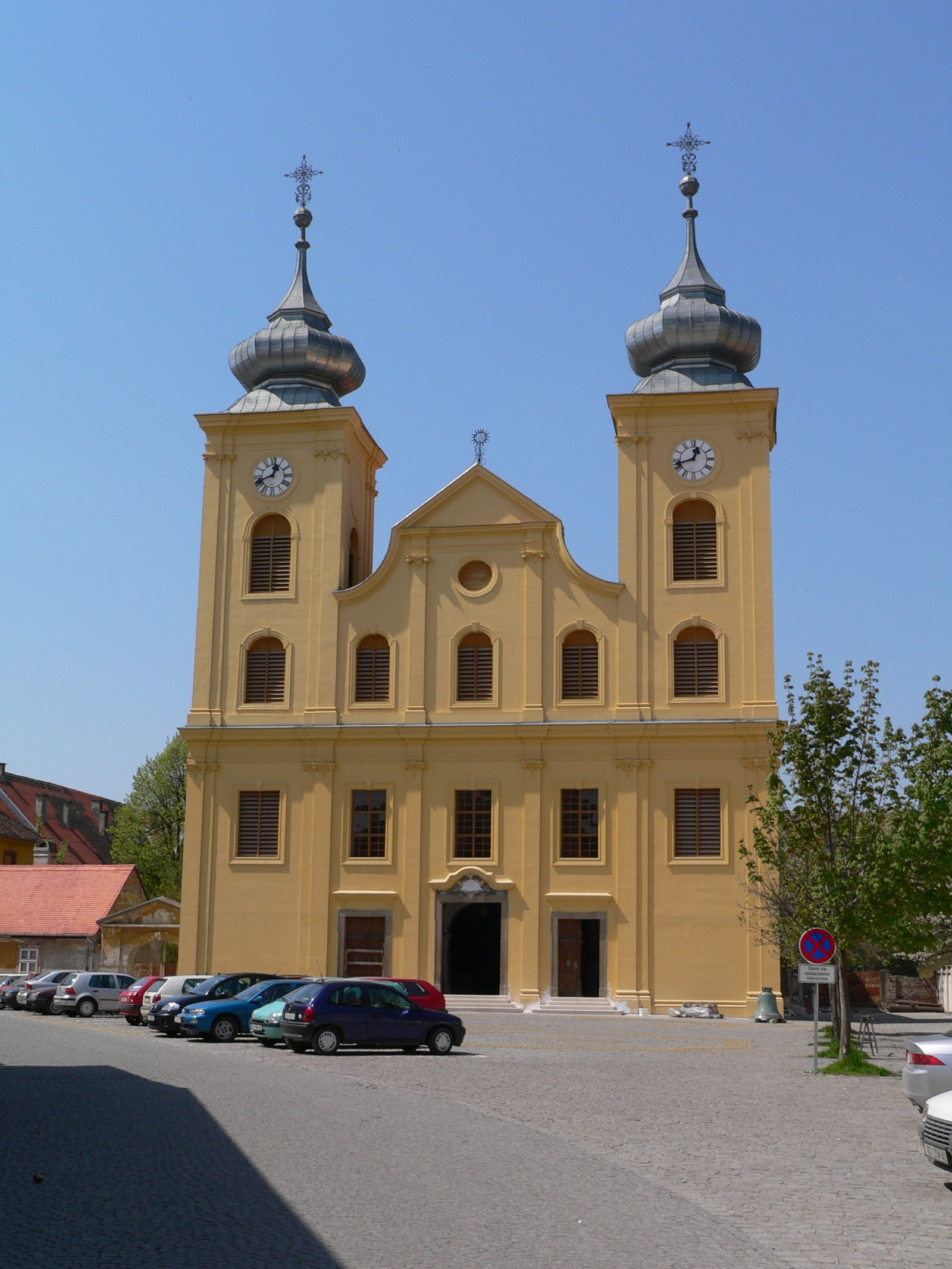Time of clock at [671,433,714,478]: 12:42
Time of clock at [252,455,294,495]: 12:41
